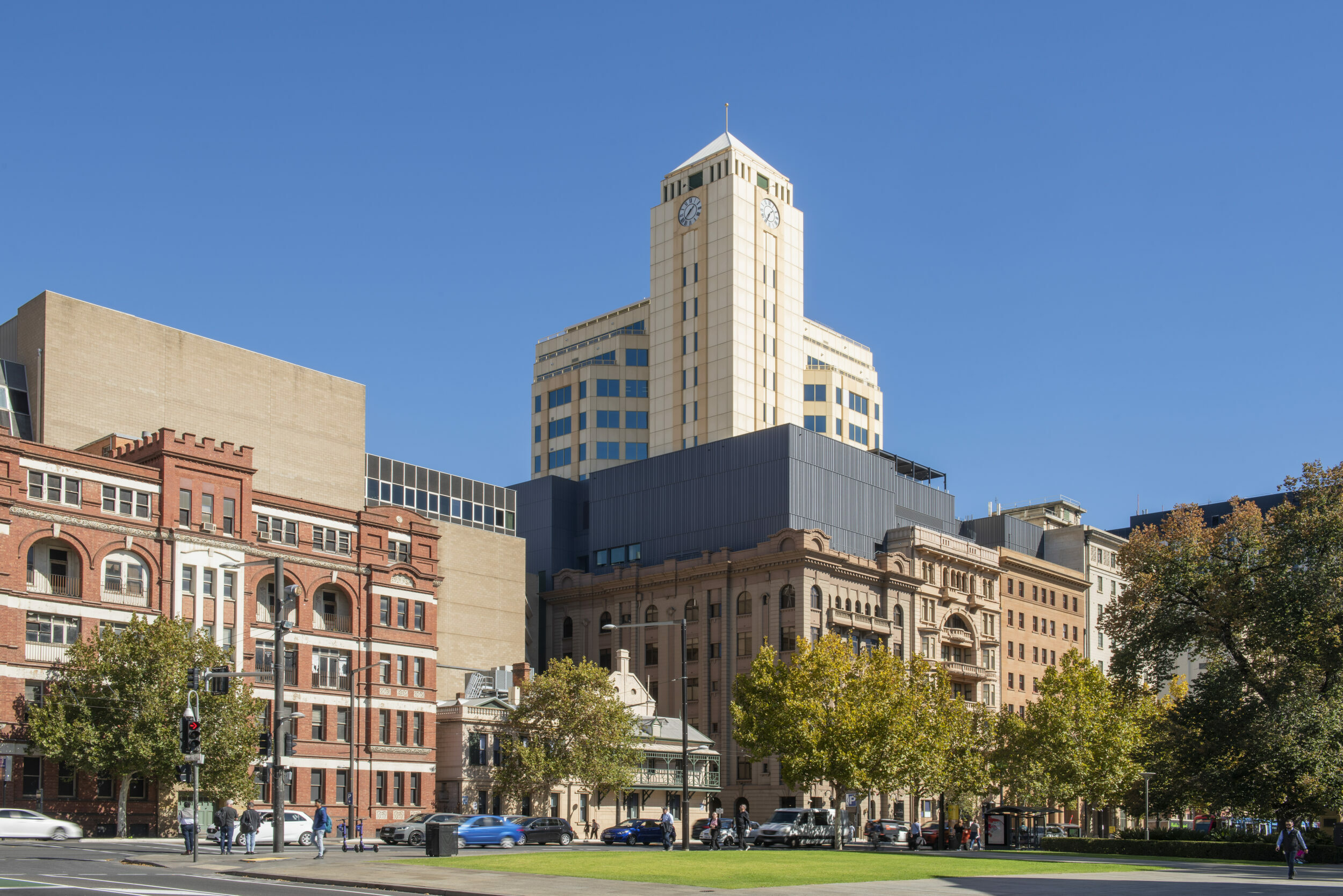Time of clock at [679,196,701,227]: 1:37
